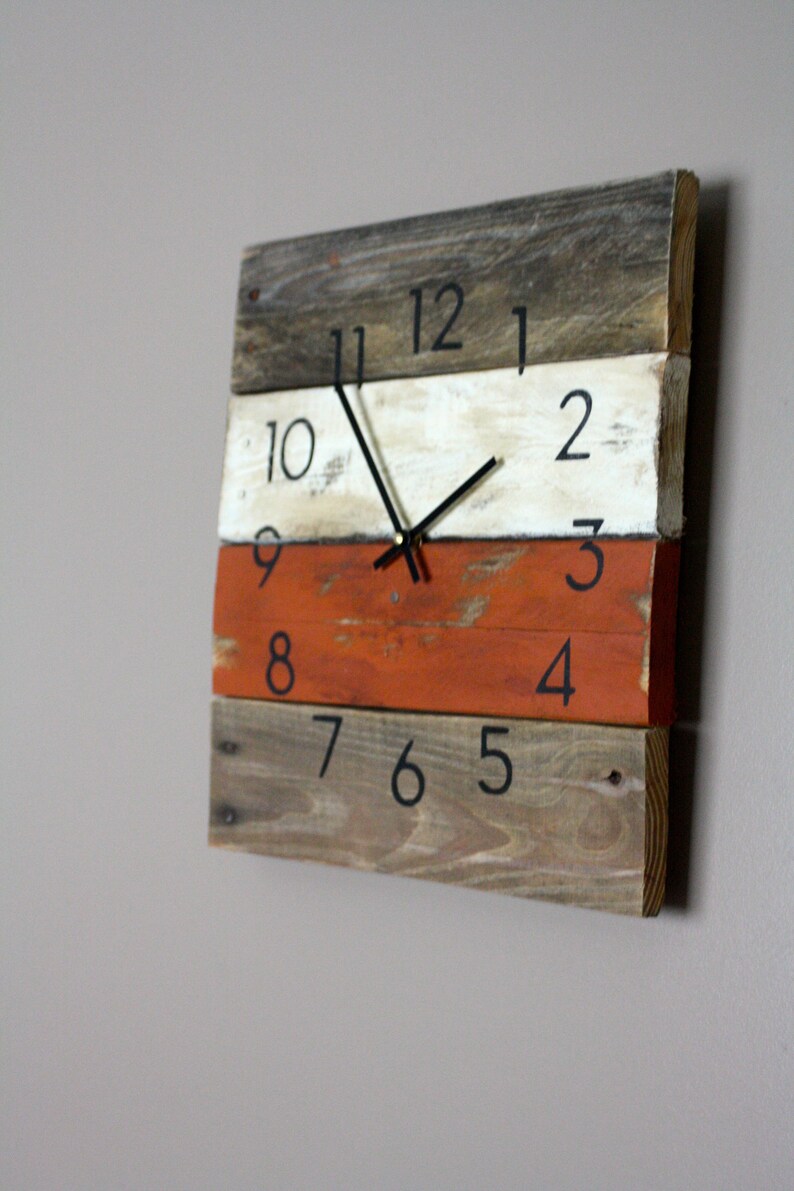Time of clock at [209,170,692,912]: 1:54
